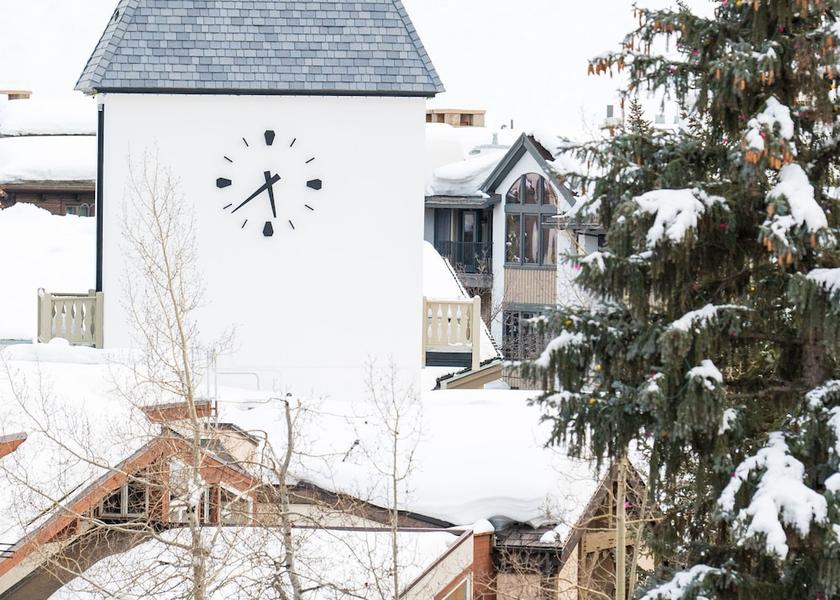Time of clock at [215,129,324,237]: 5:38
